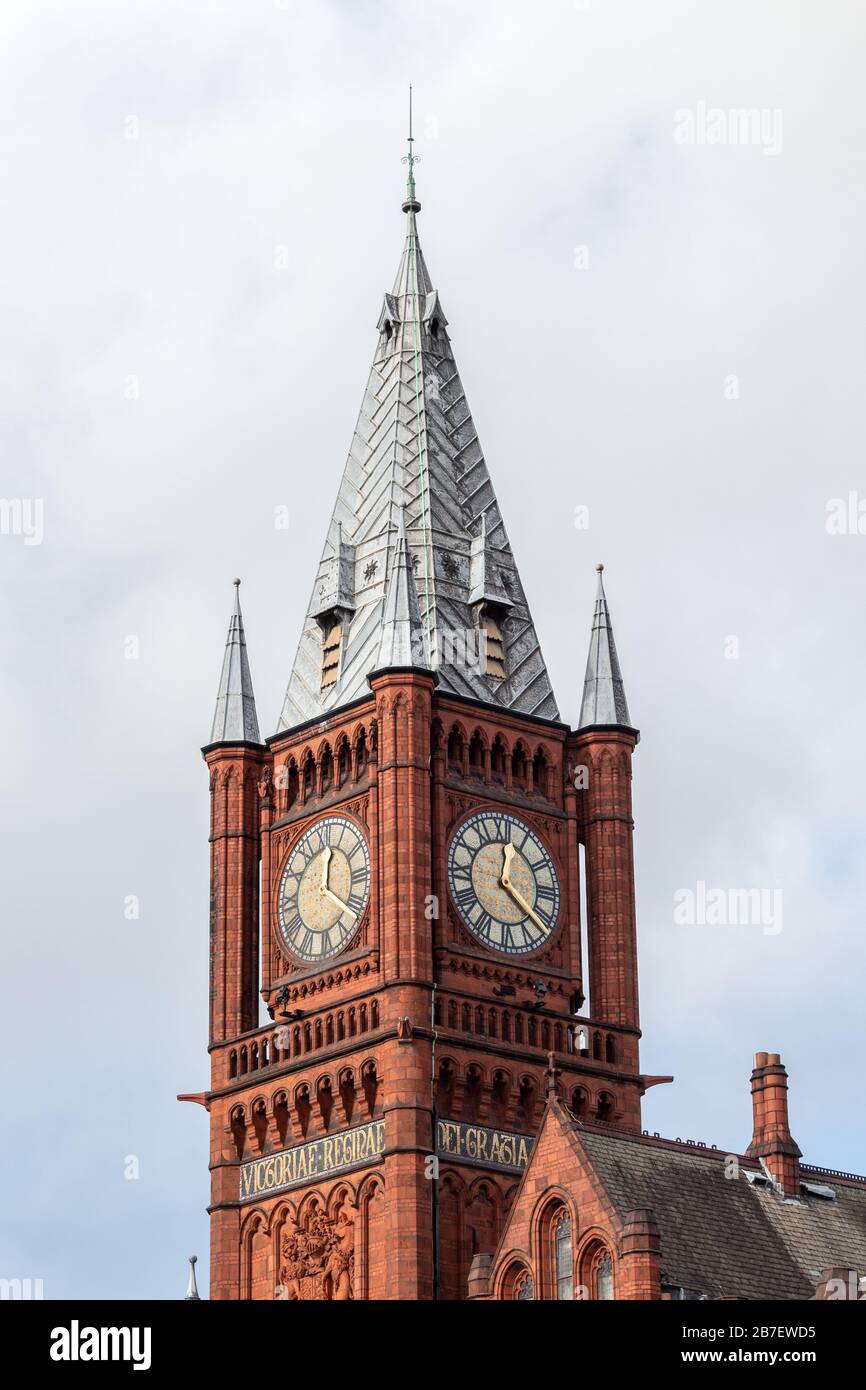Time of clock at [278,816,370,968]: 12:21
